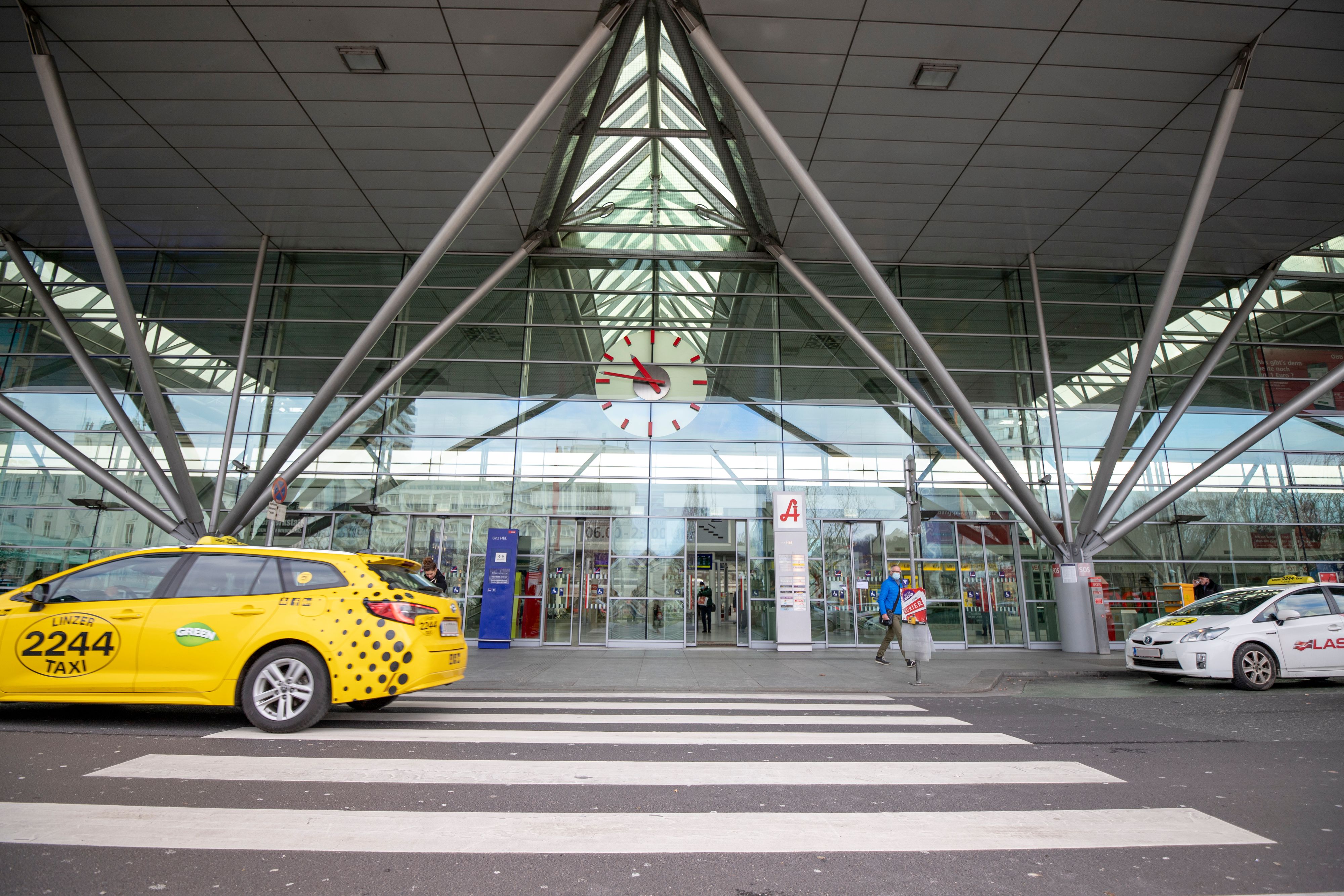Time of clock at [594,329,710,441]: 10:47
